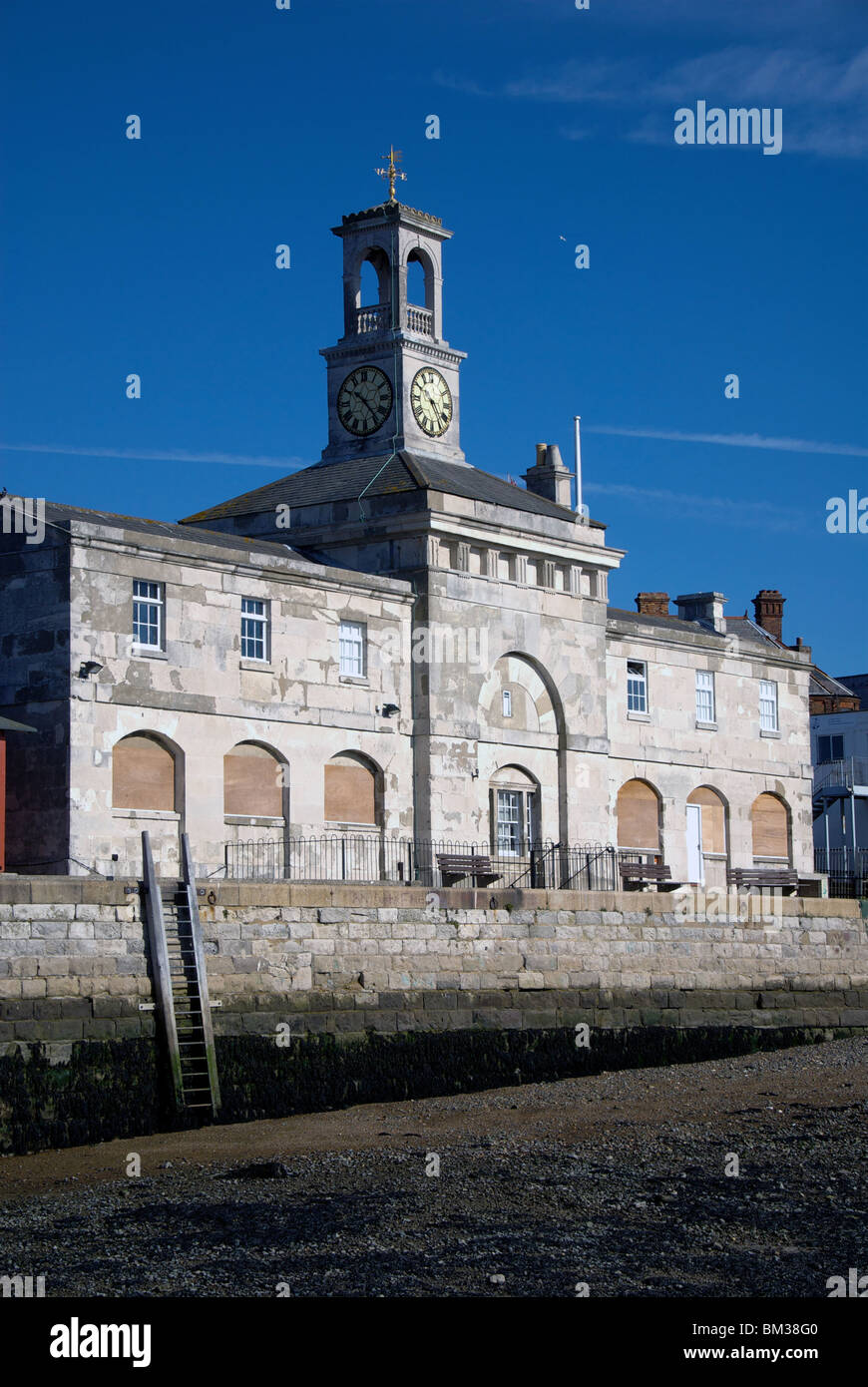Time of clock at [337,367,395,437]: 10:22
